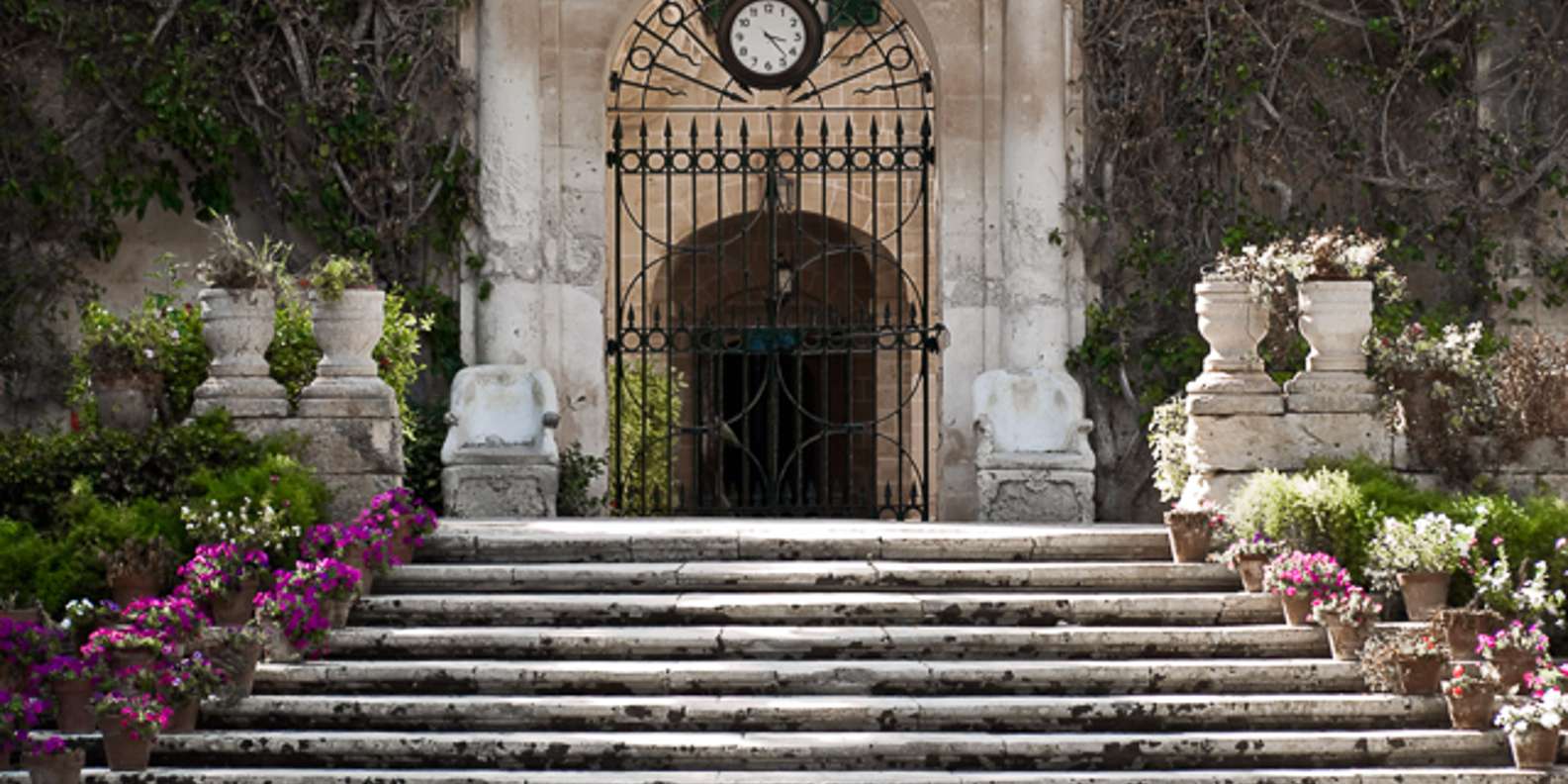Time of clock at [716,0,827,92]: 3:22
